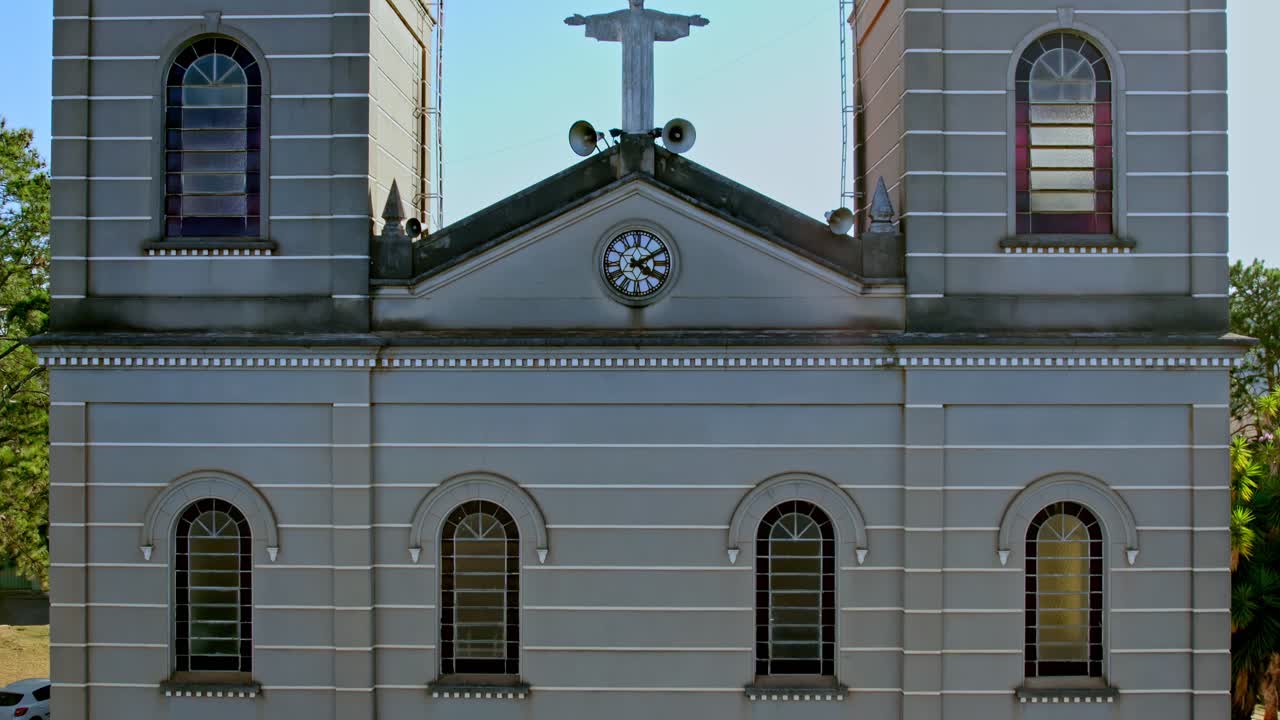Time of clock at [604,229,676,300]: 4:10
